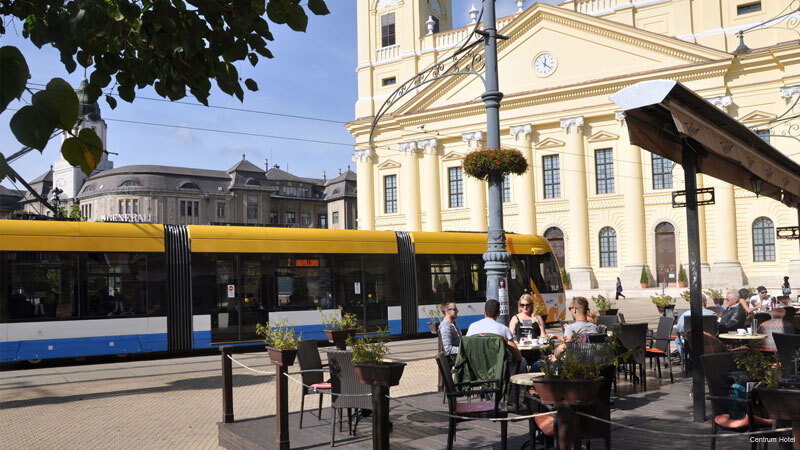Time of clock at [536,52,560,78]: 12:21
